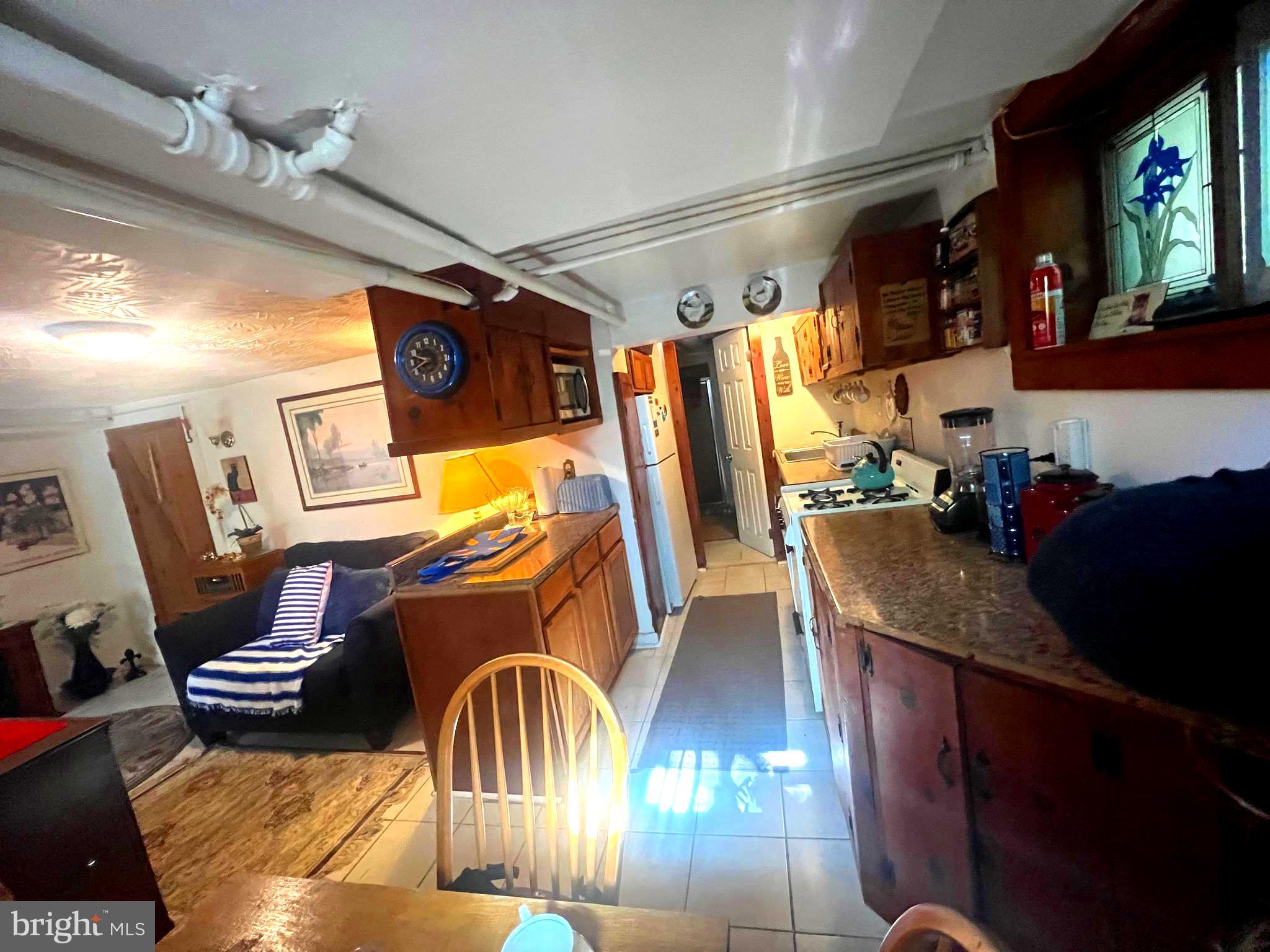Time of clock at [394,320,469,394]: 9:41
